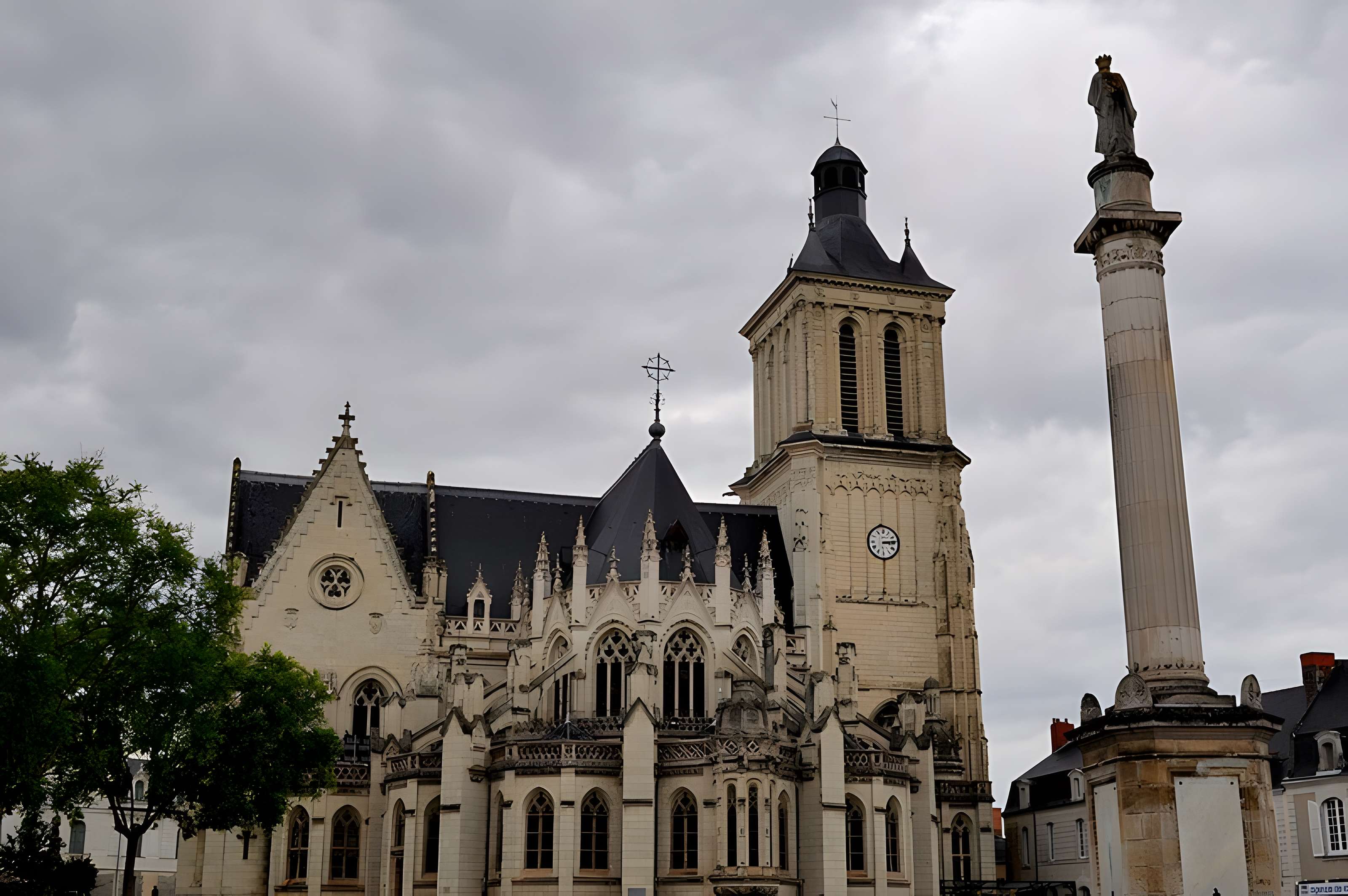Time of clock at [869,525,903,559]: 3:13
